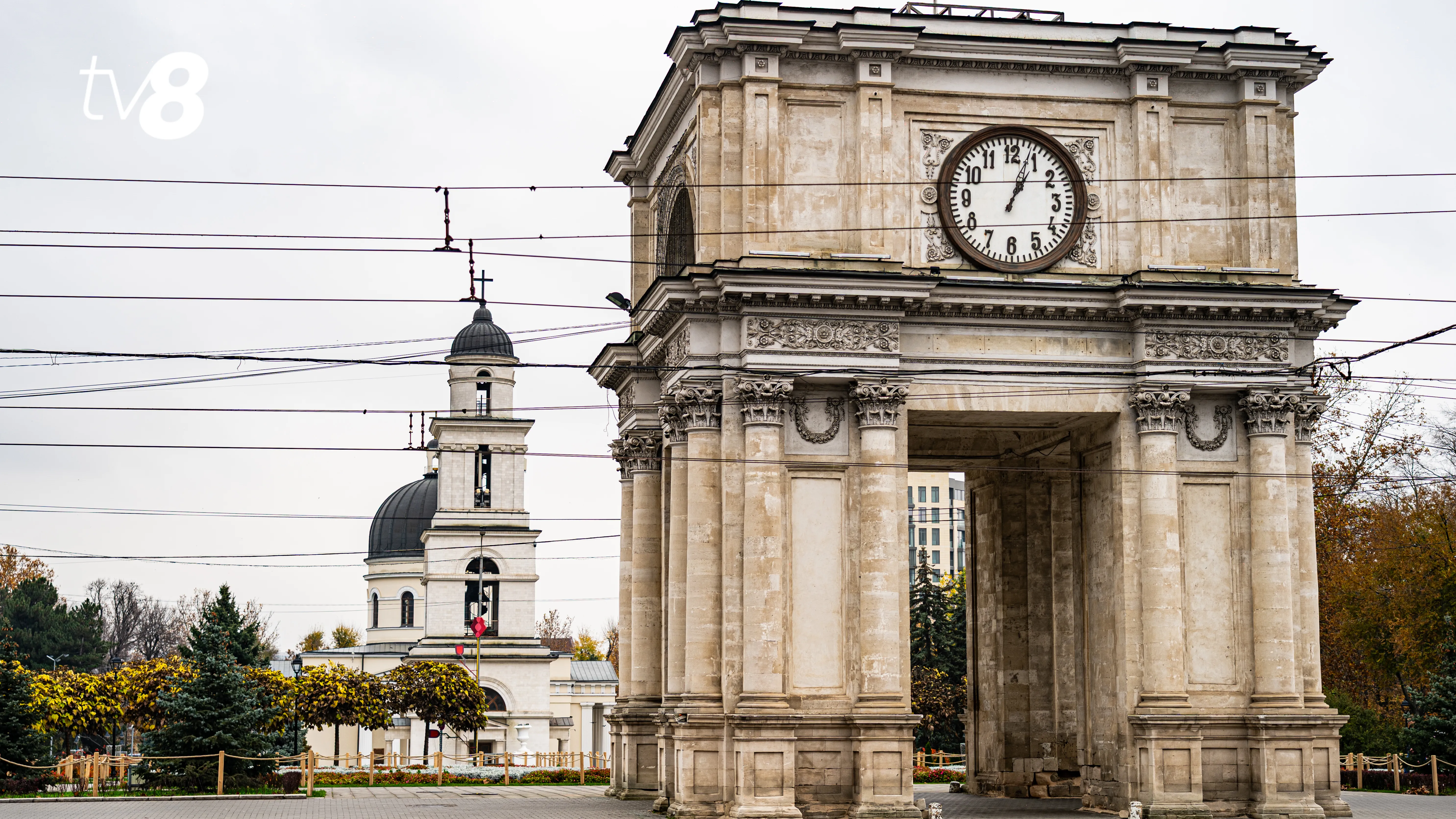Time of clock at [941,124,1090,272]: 1:03
